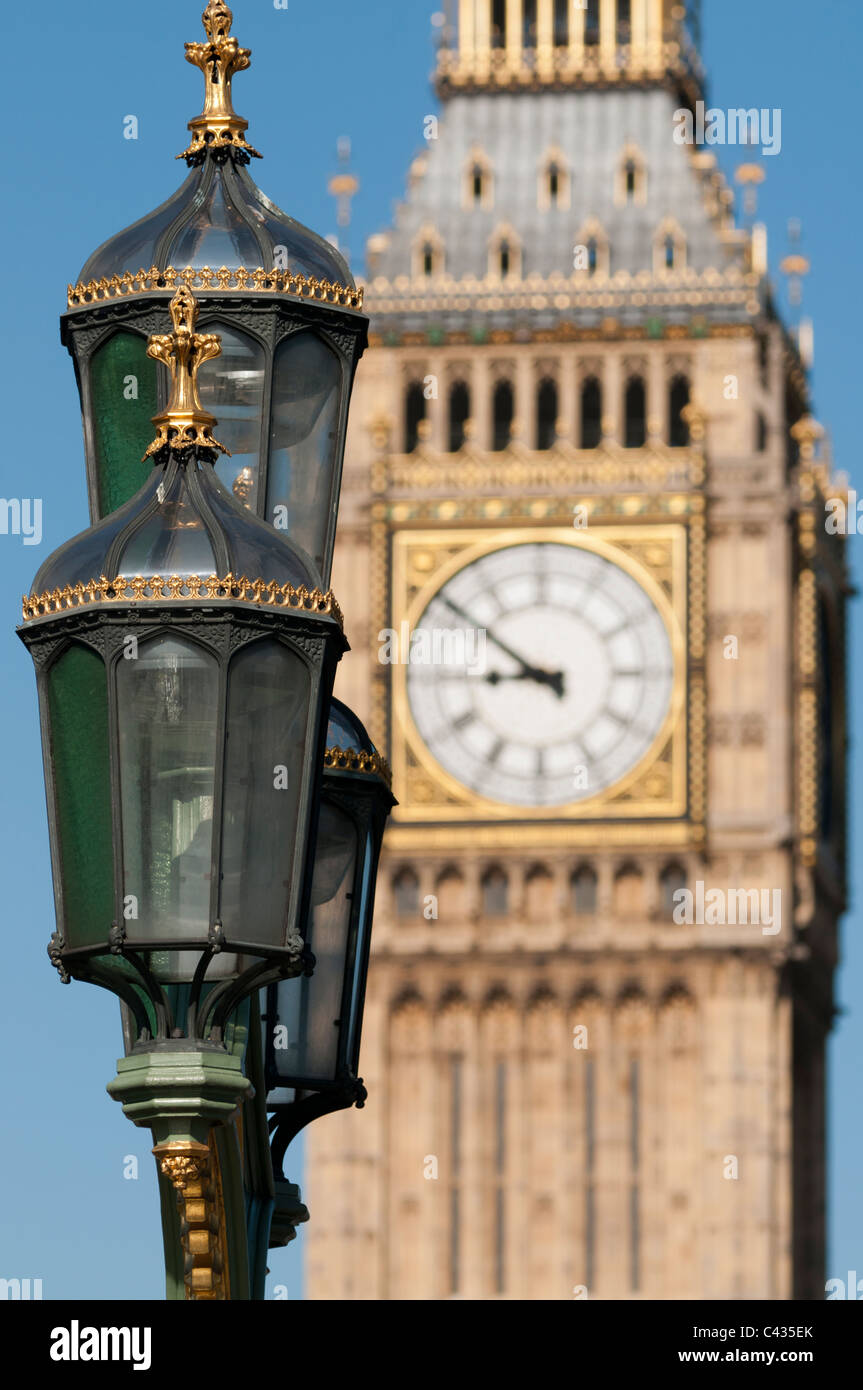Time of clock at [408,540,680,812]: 8:51
